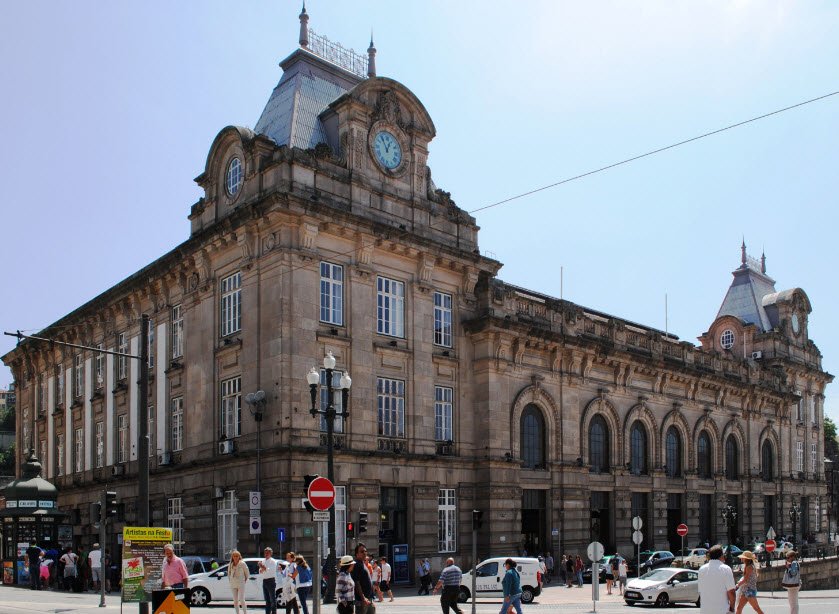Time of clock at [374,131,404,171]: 12:55
